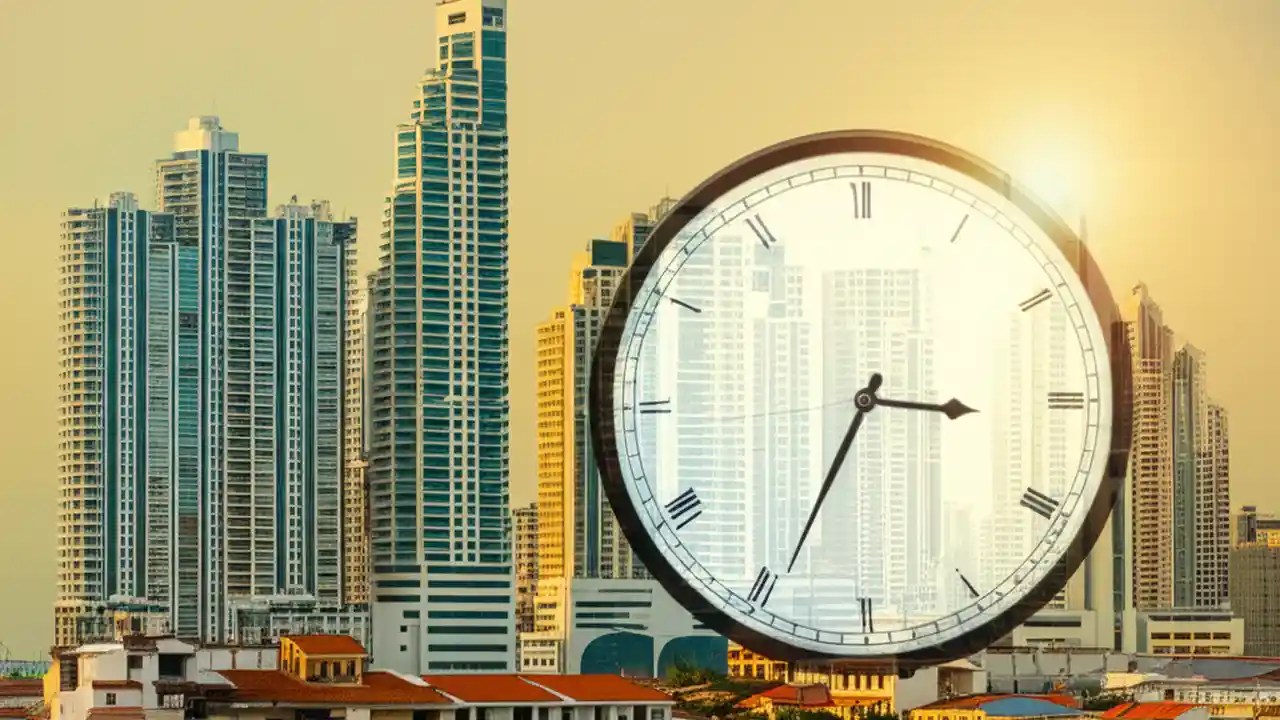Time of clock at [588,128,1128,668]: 3:34
